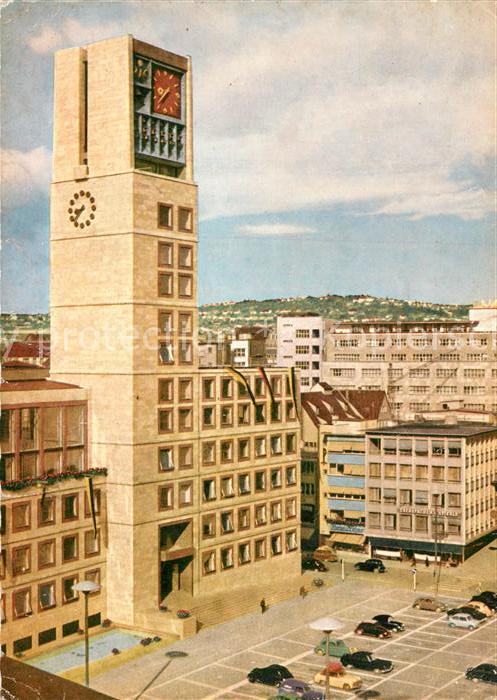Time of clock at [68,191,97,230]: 8:37
